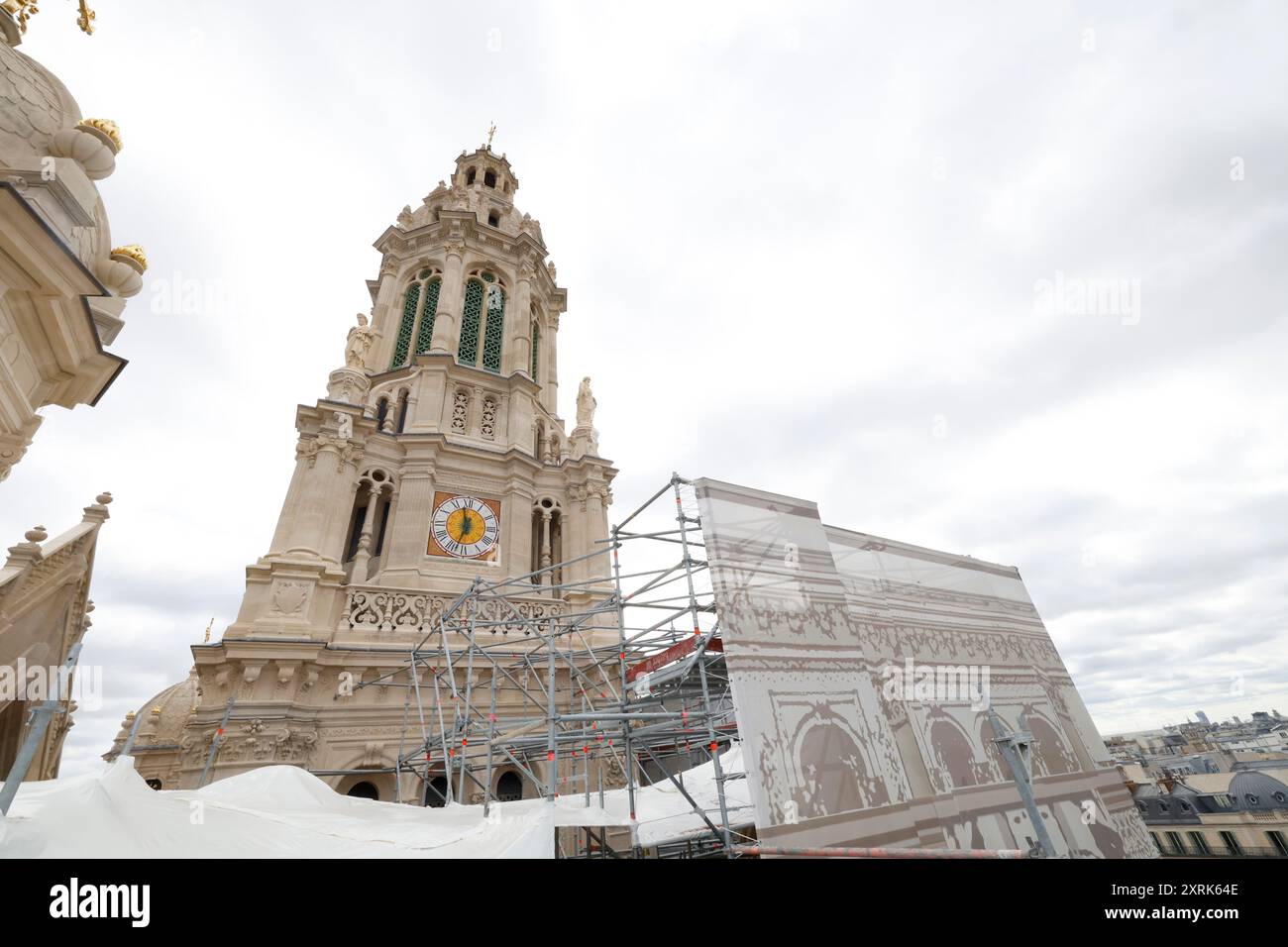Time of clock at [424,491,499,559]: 11:32
